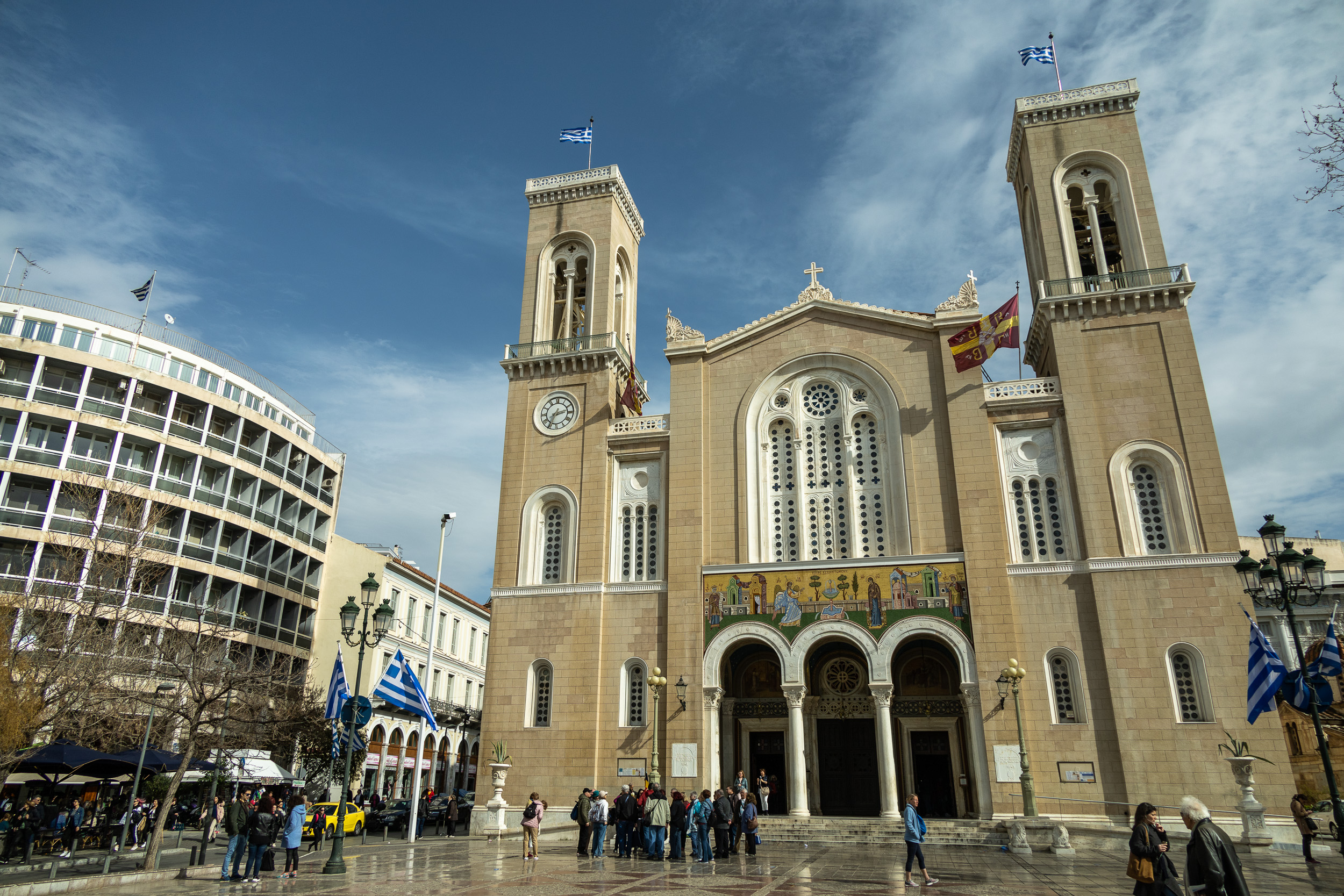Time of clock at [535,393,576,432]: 2:34
